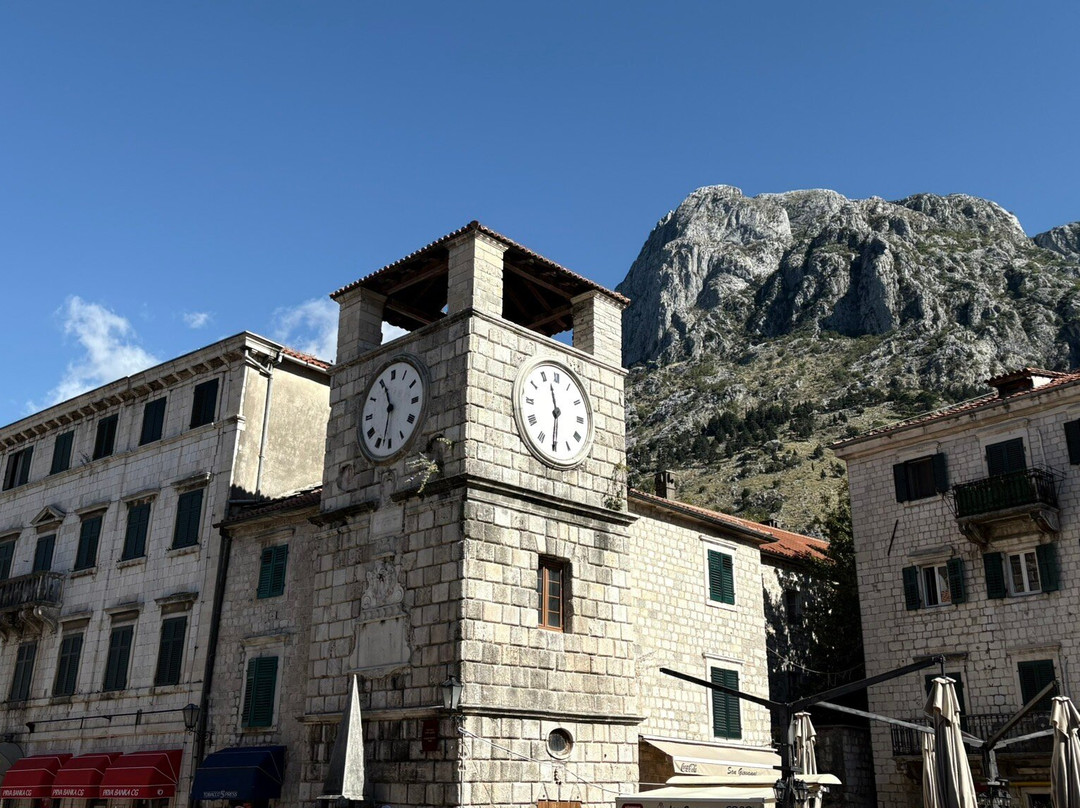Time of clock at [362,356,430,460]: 11:32
